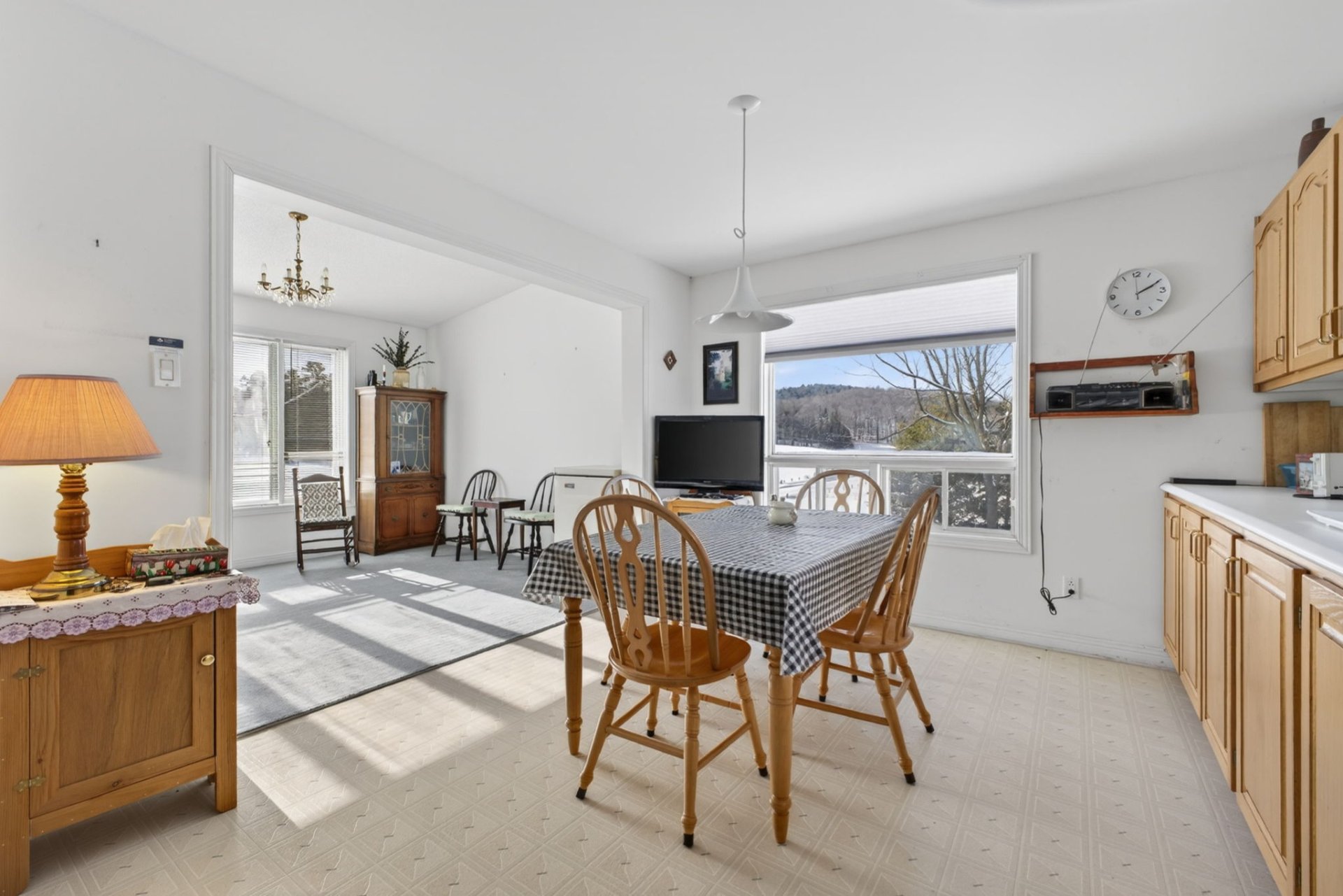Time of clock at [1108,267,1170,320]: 2:10
